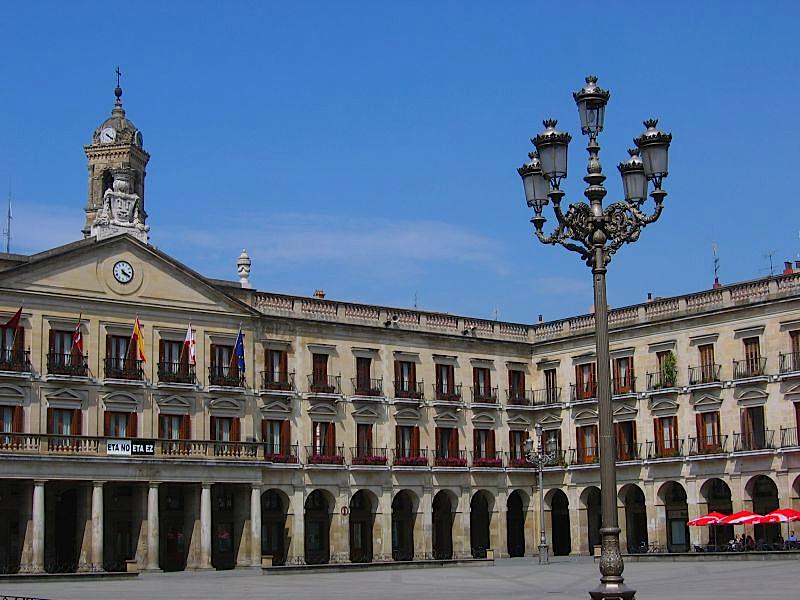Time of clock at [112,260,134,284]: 4:19
